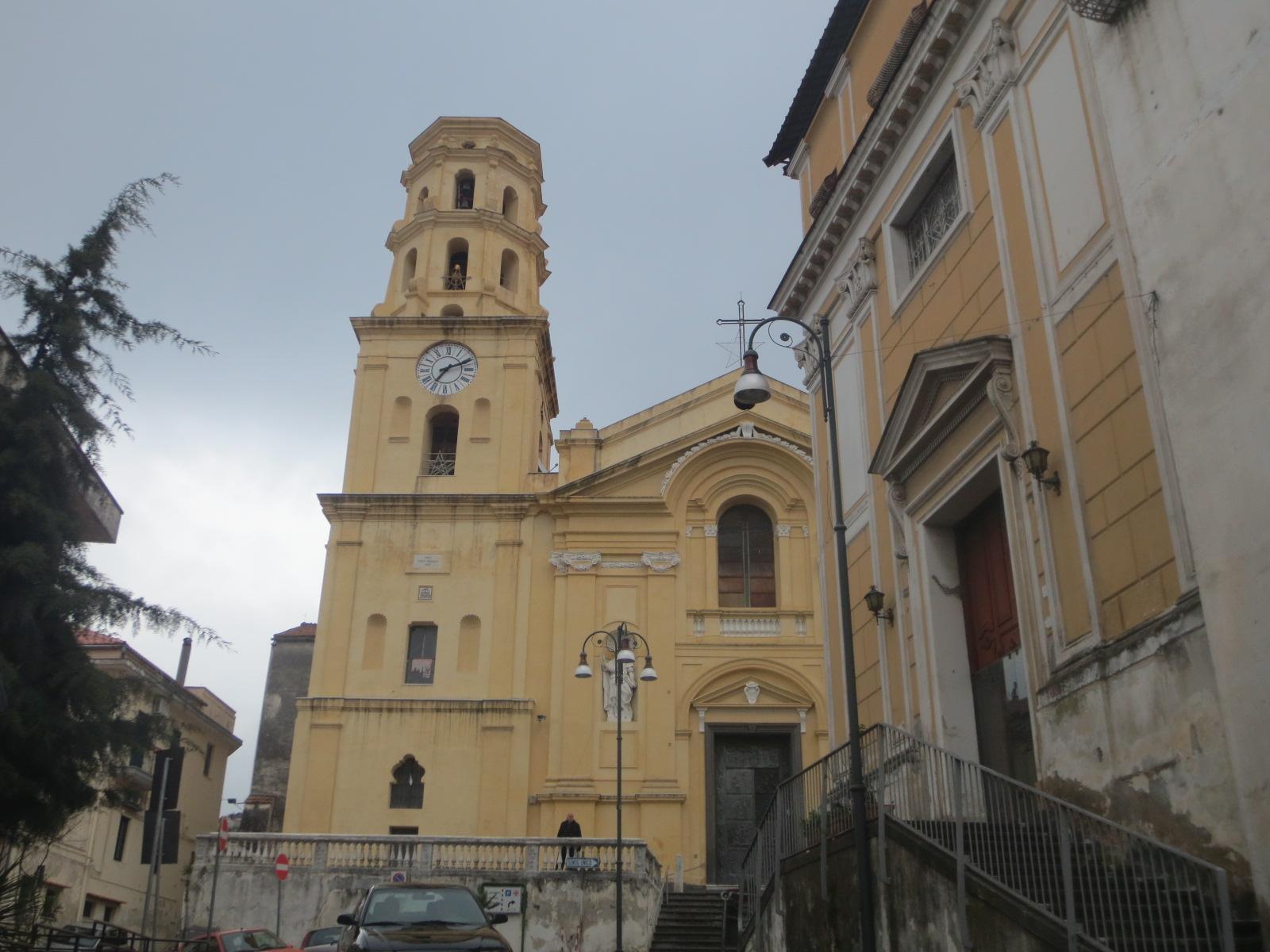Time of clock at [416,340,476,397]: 7:11
